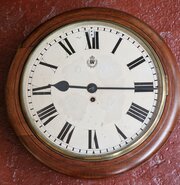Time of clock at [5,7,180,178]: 9:15
